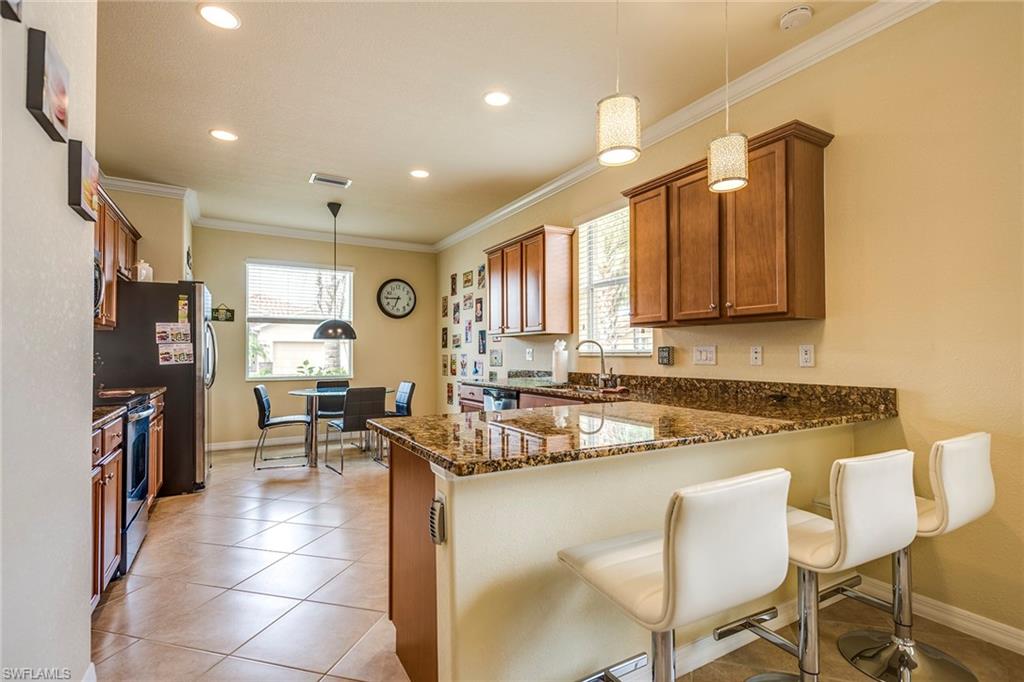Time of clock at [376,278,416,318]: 6:44
